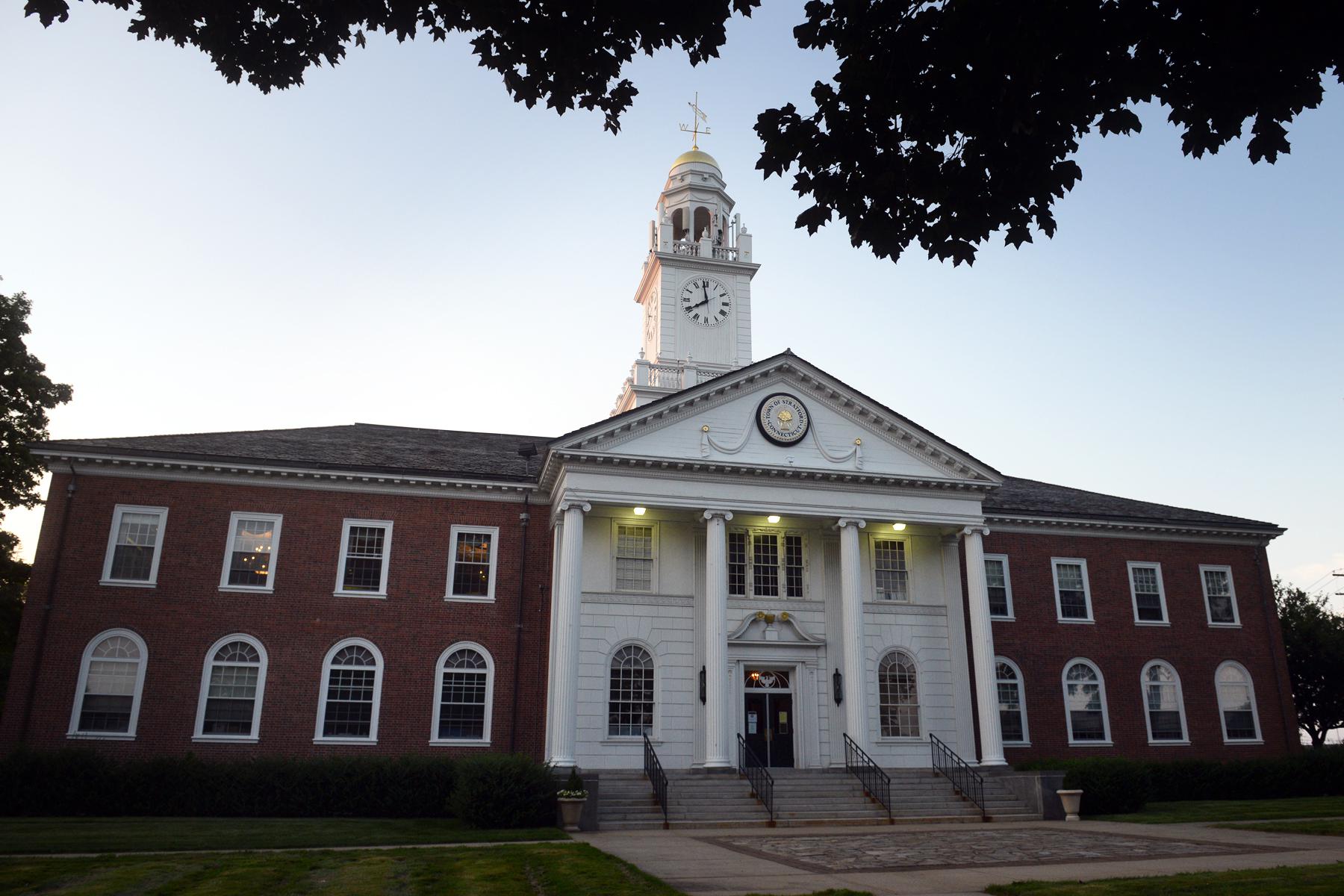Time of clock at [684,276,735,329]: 7:58
